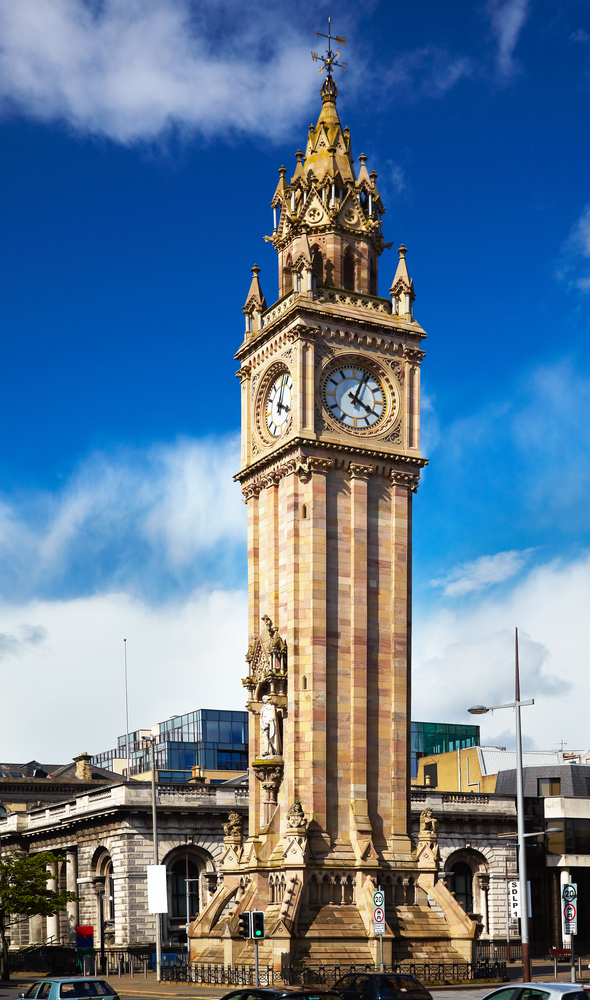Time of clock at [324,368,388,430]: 4:03
